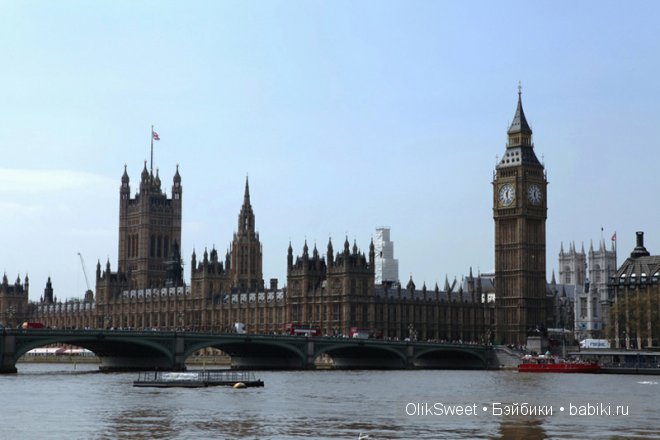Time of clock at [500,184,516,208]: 12:27
